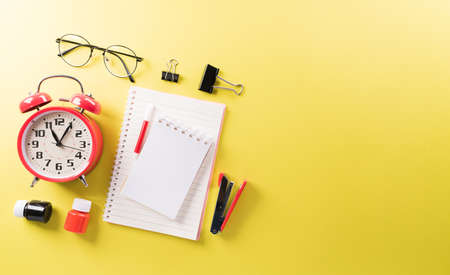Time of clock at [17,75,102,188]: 11:05
